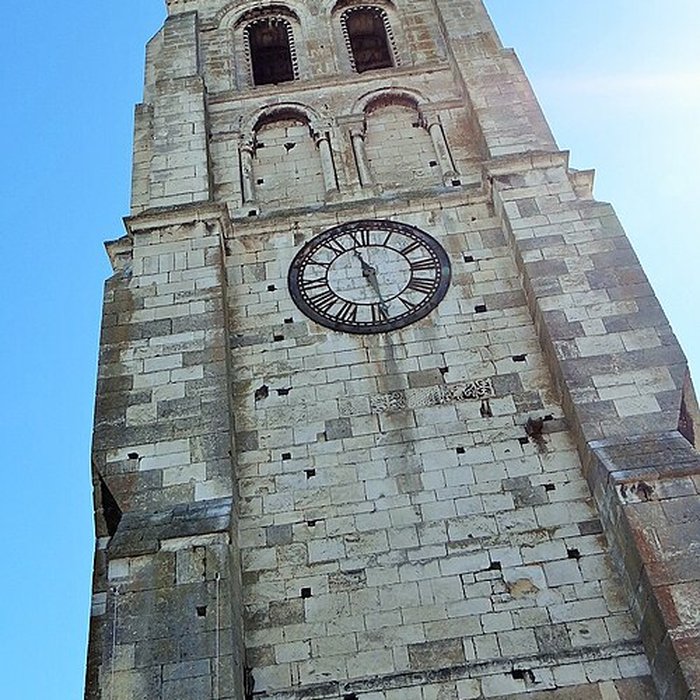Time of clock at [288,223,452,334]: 11:29
